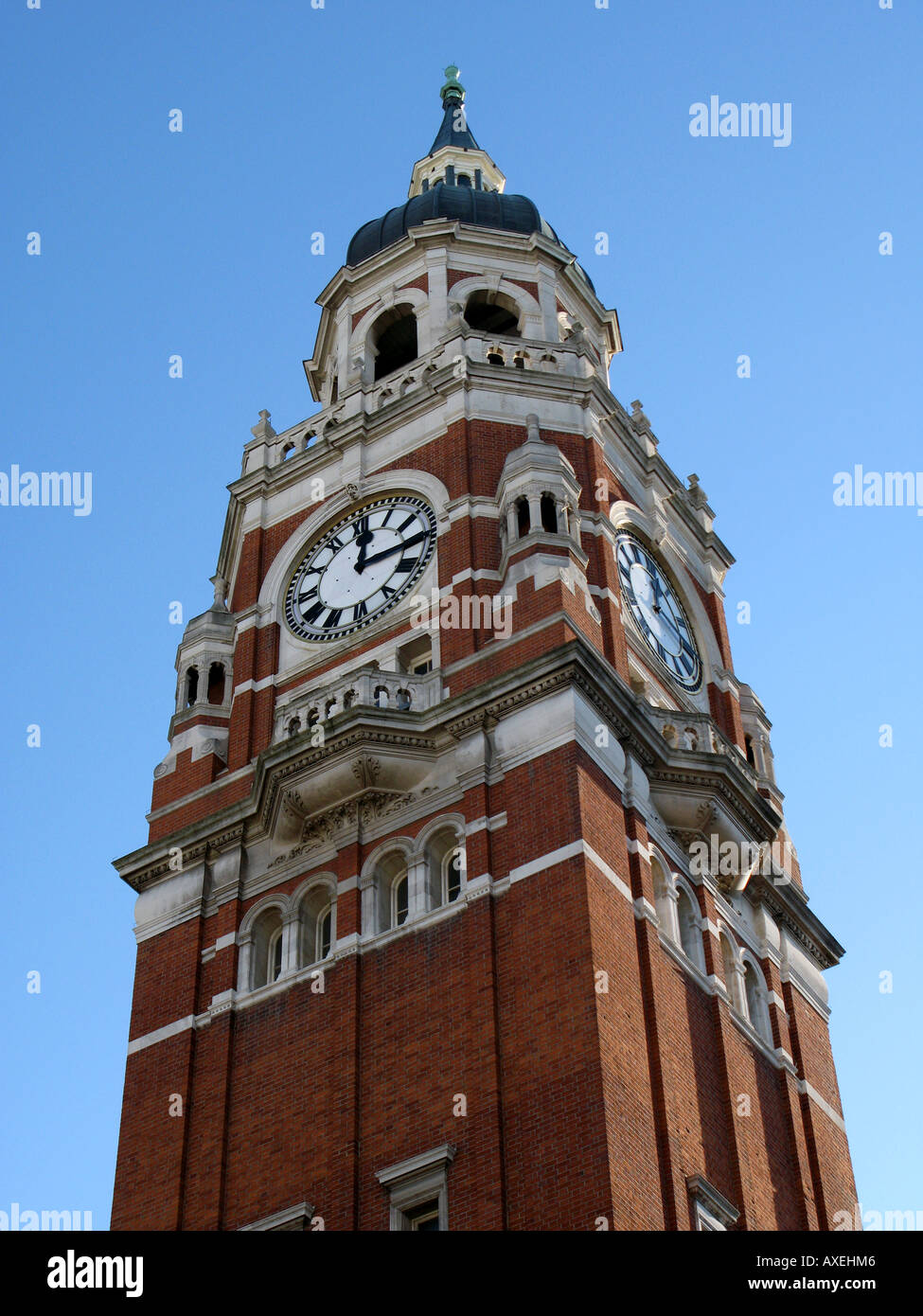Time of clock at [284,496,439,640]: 12:14
